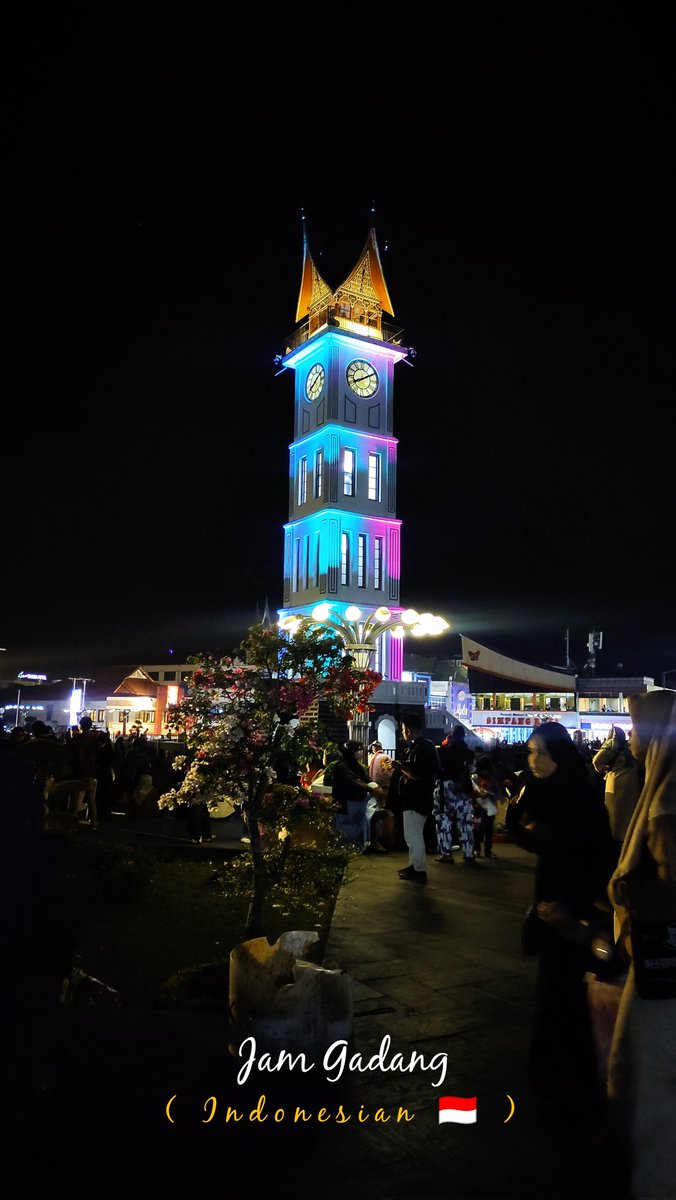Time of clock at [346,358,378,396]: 8:10
